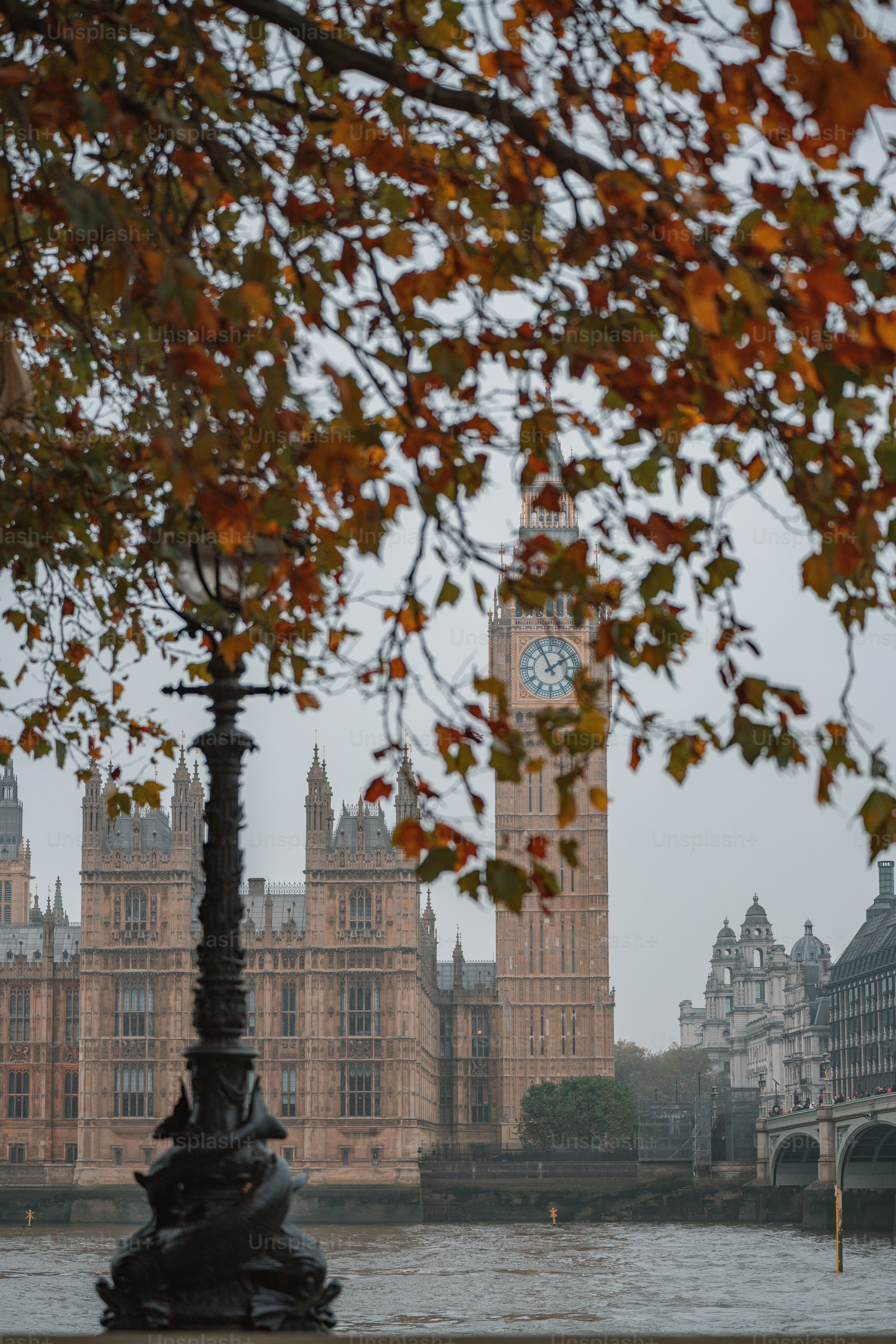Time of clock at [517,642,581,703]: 1:55
